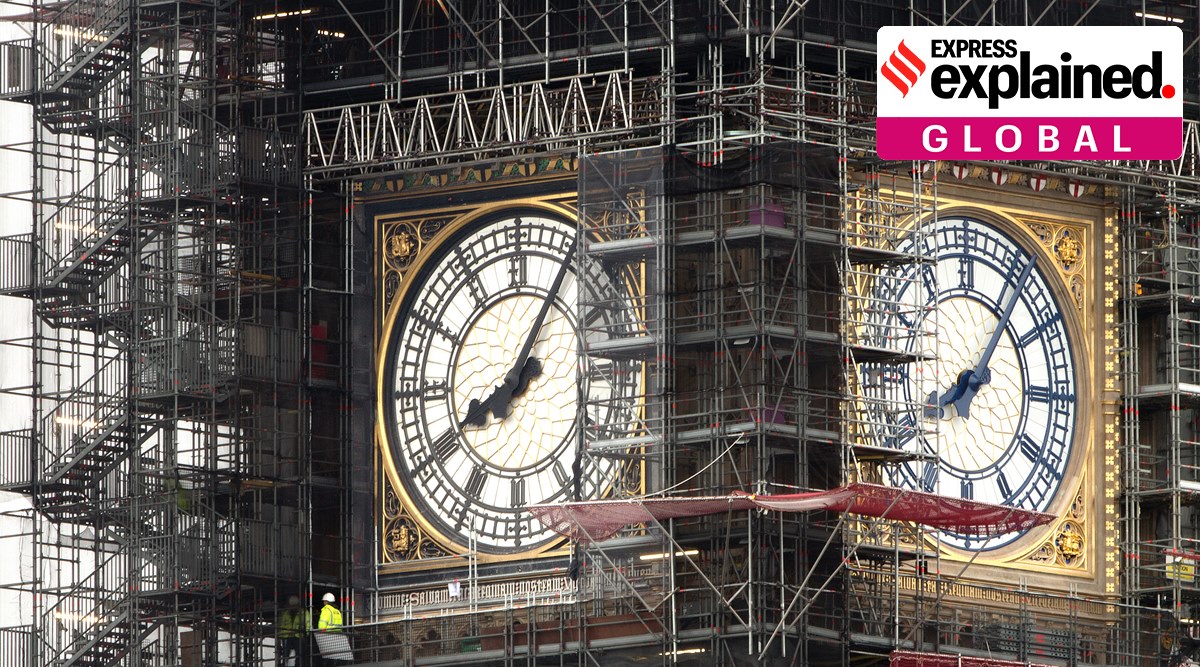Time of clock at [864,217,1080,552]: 8:06
